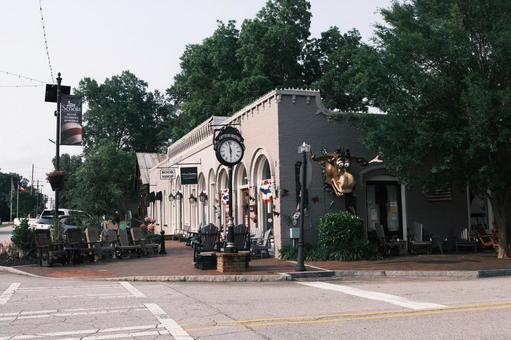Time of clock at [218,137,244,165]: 5:58
